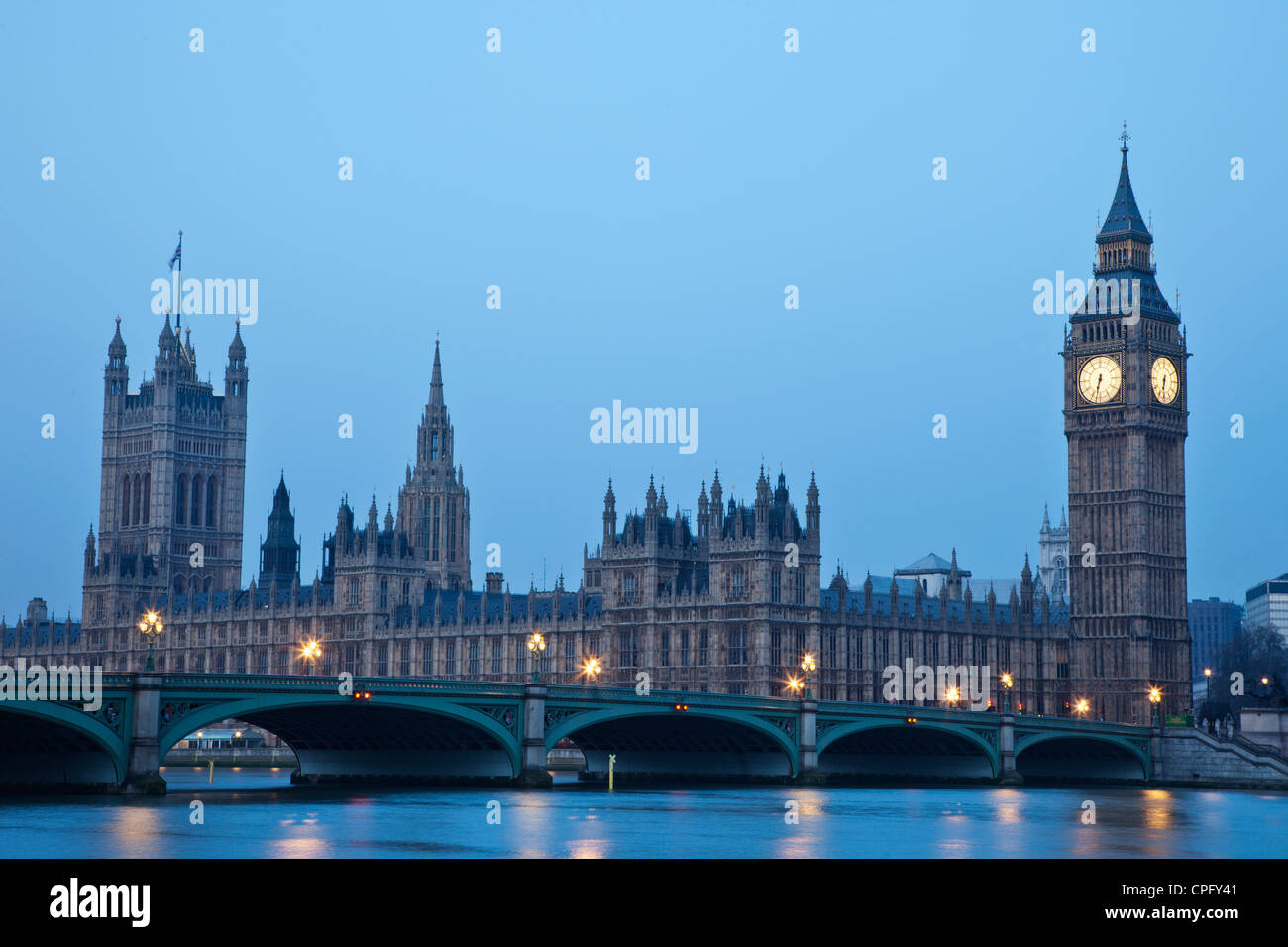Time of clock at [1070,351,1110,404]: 6:32
